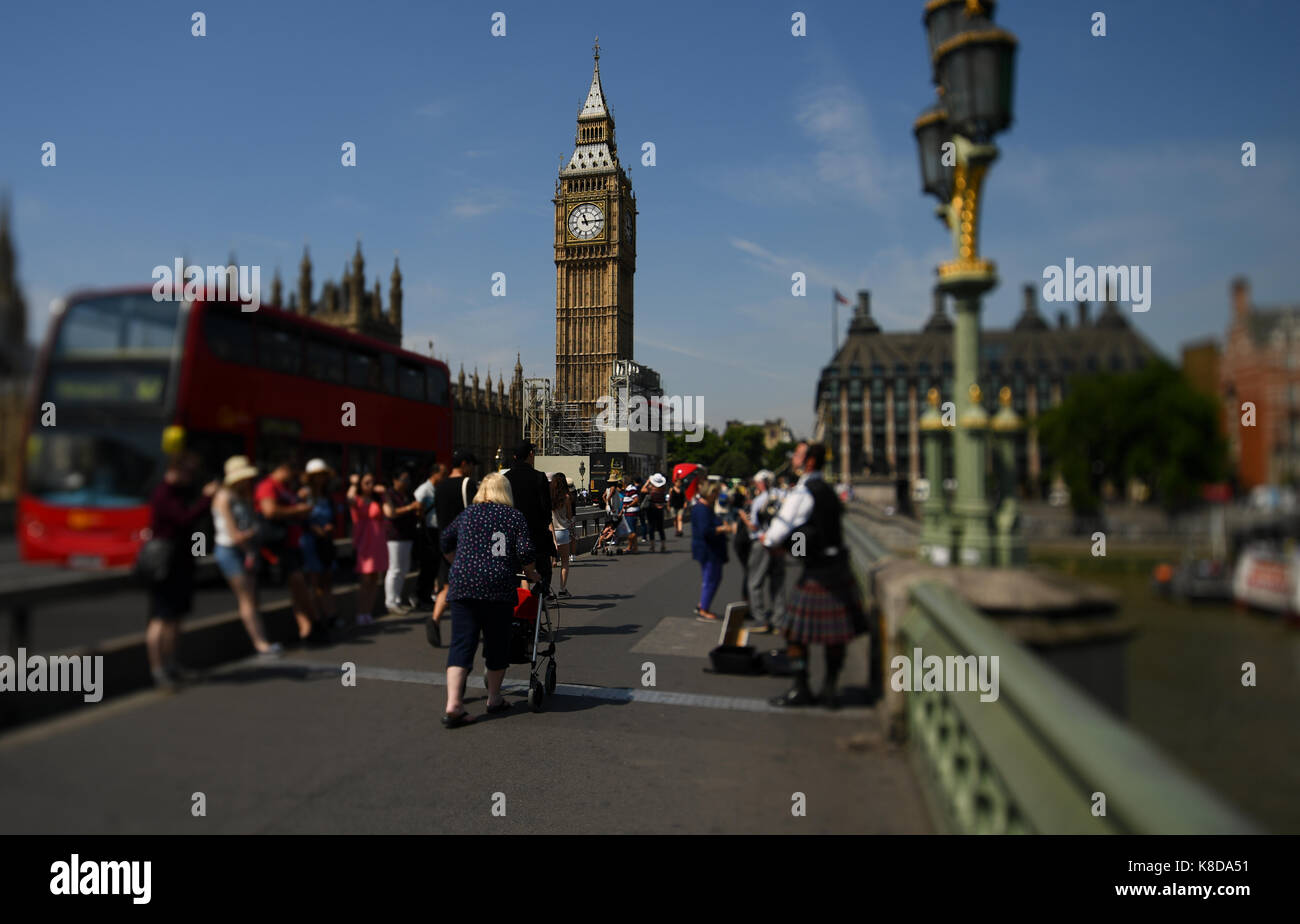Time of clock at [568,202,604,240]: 11:14
